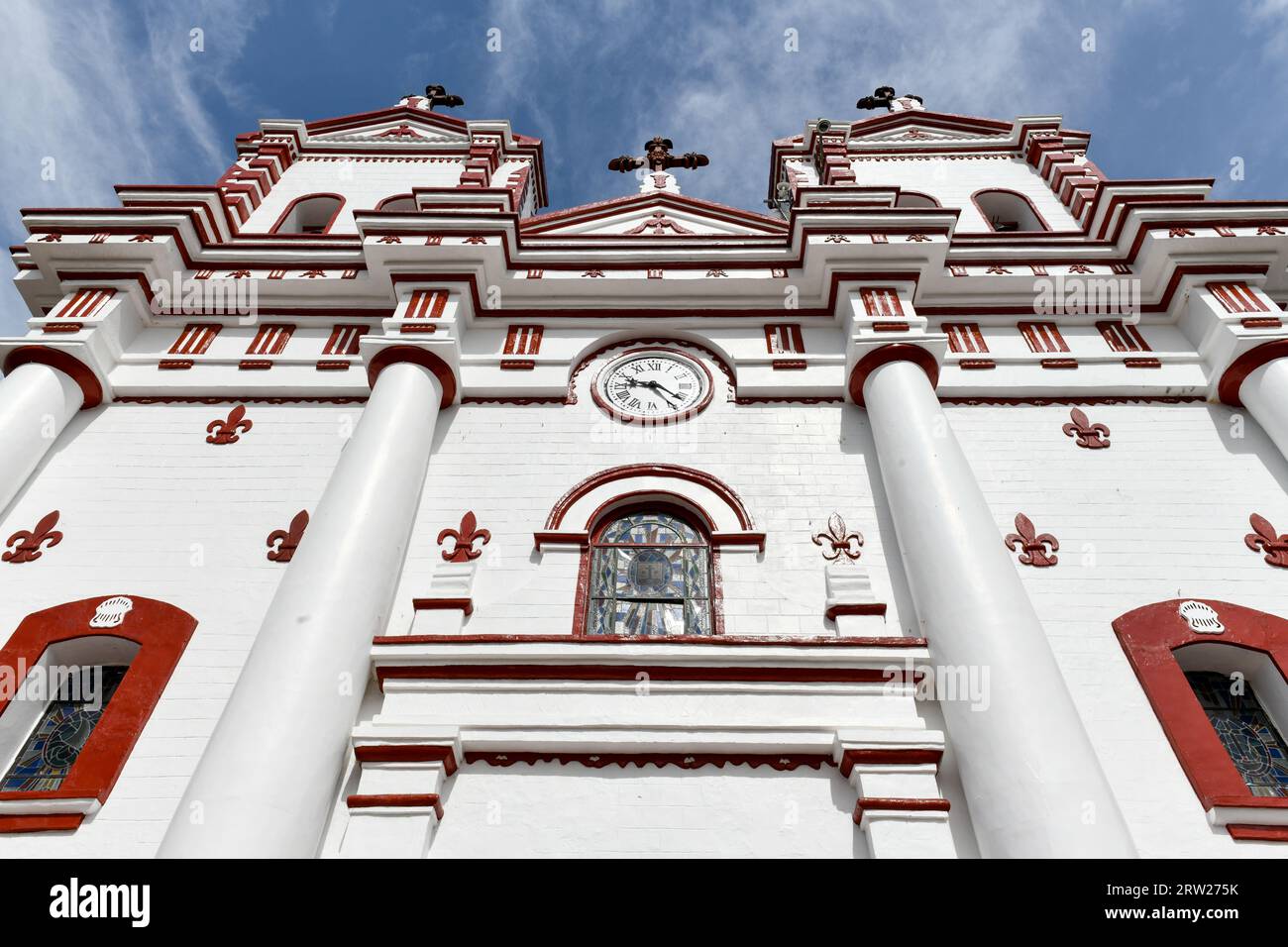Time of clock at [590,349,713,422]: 9:22
